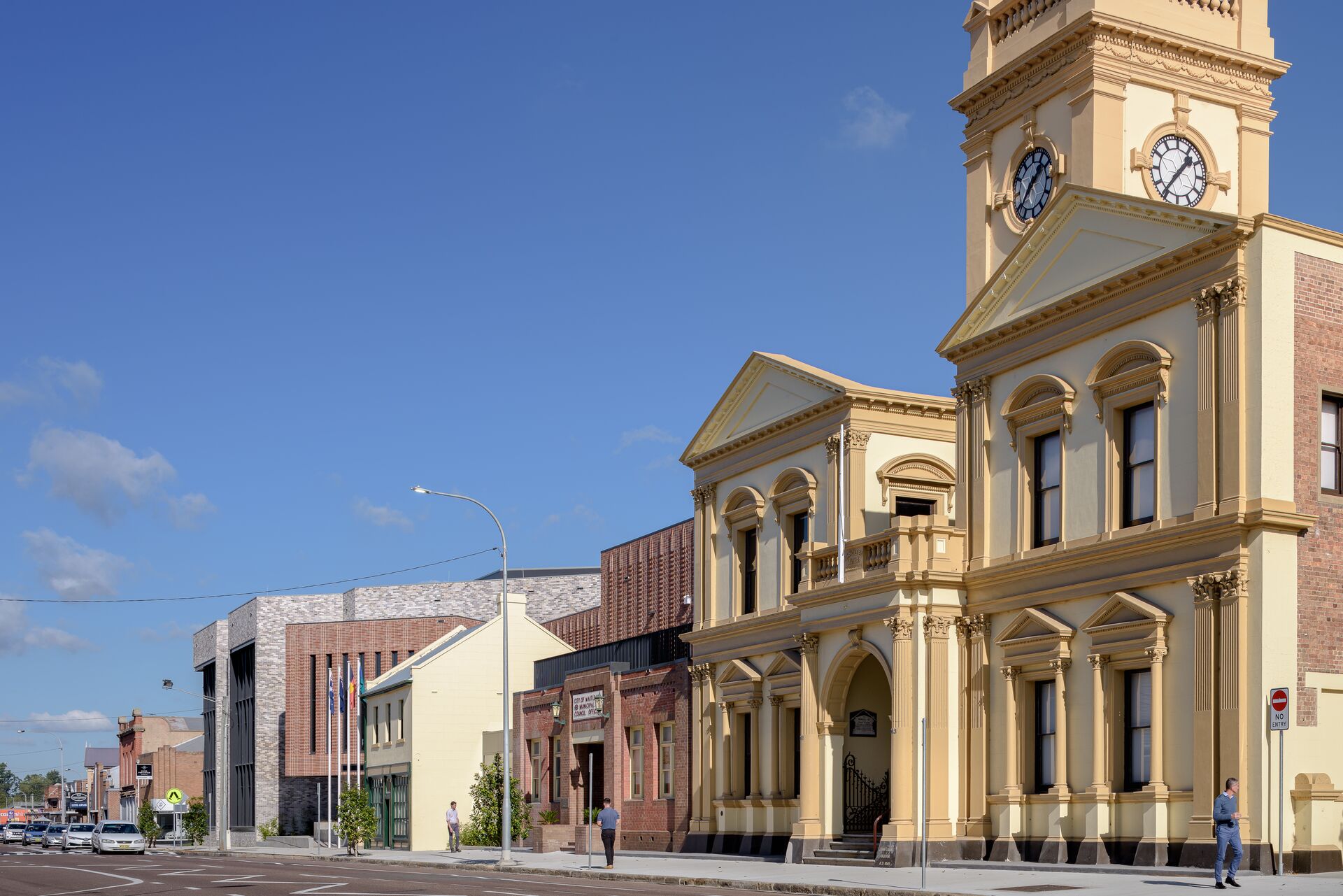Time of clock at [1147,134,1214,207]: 1:36
